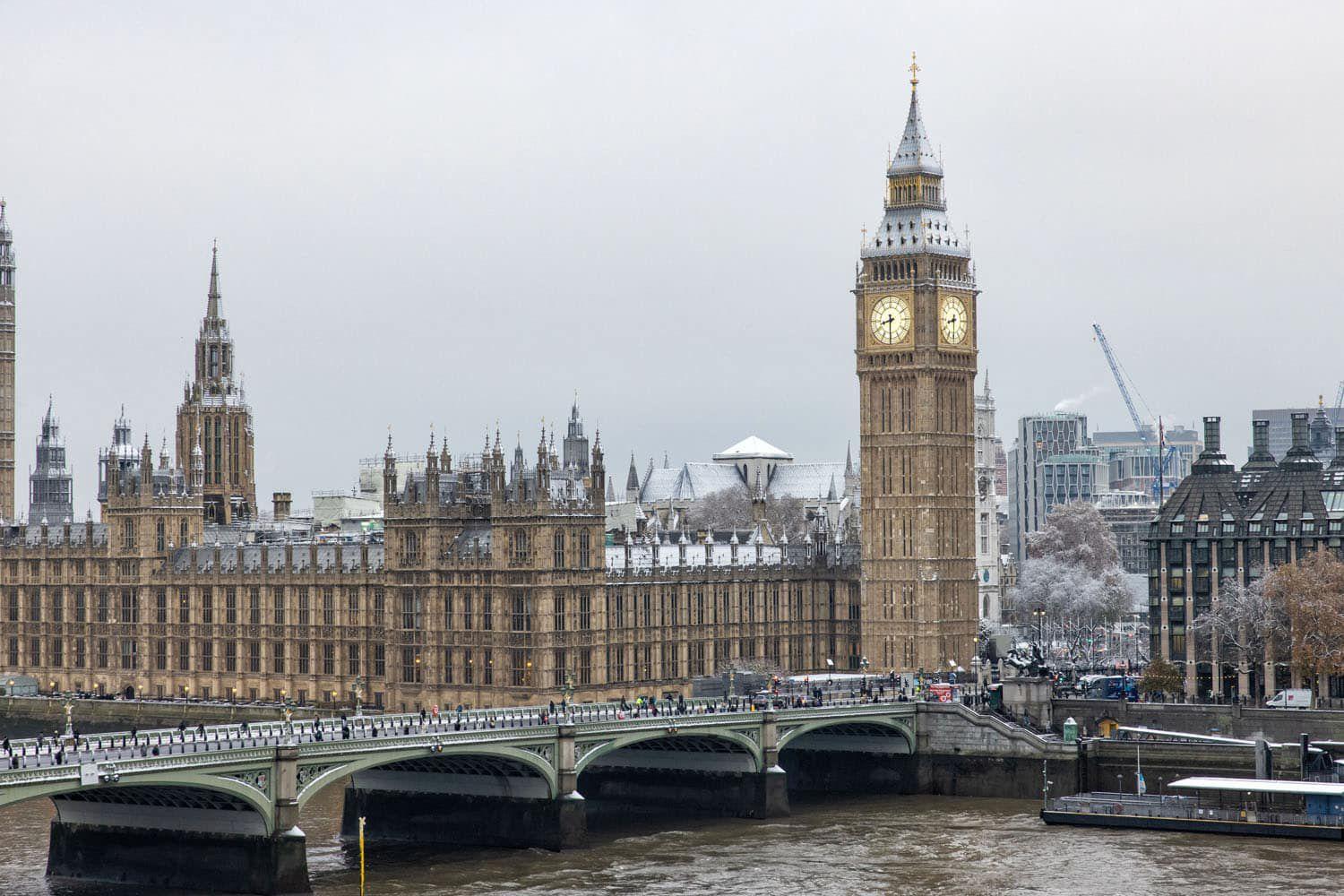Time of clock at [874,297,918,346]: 8:30
